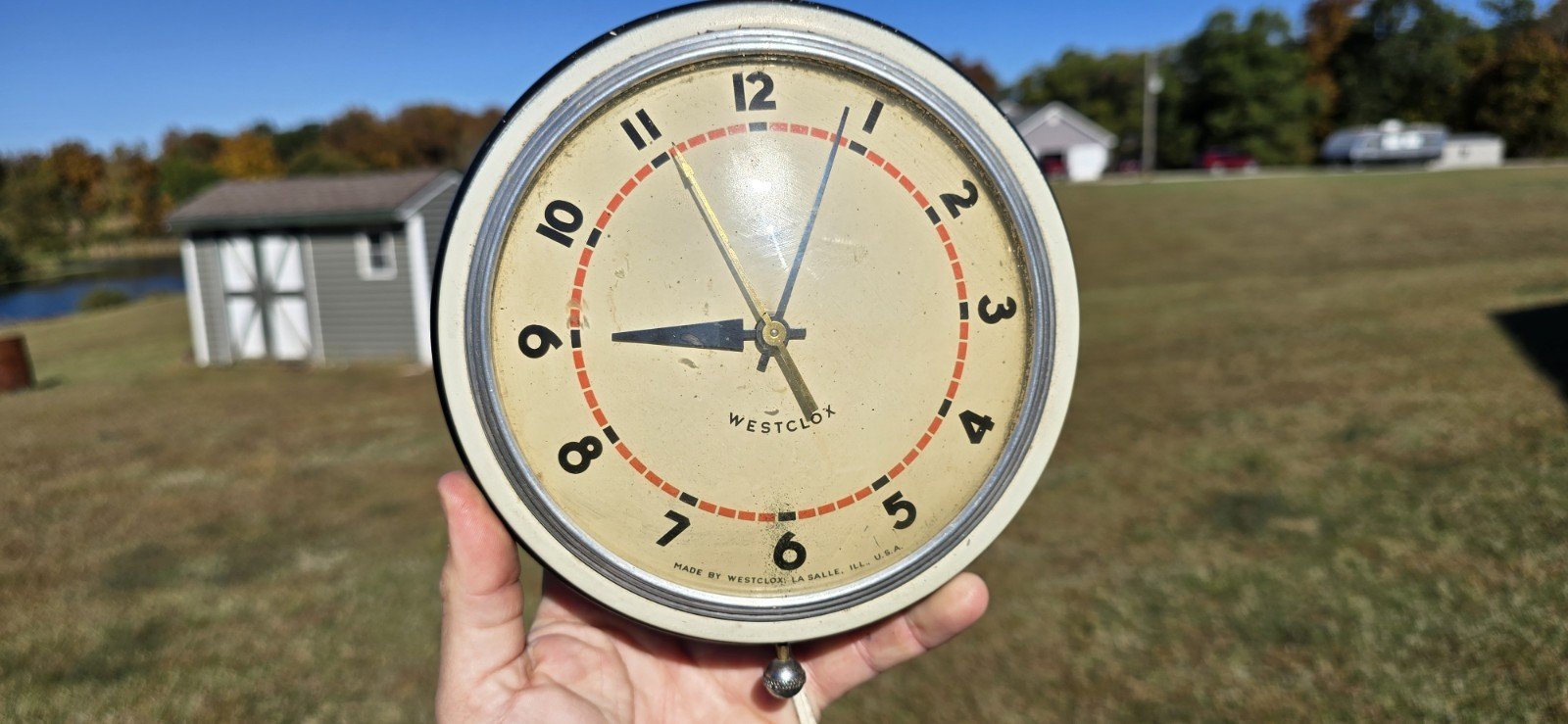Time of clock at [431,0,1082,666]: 4:45
